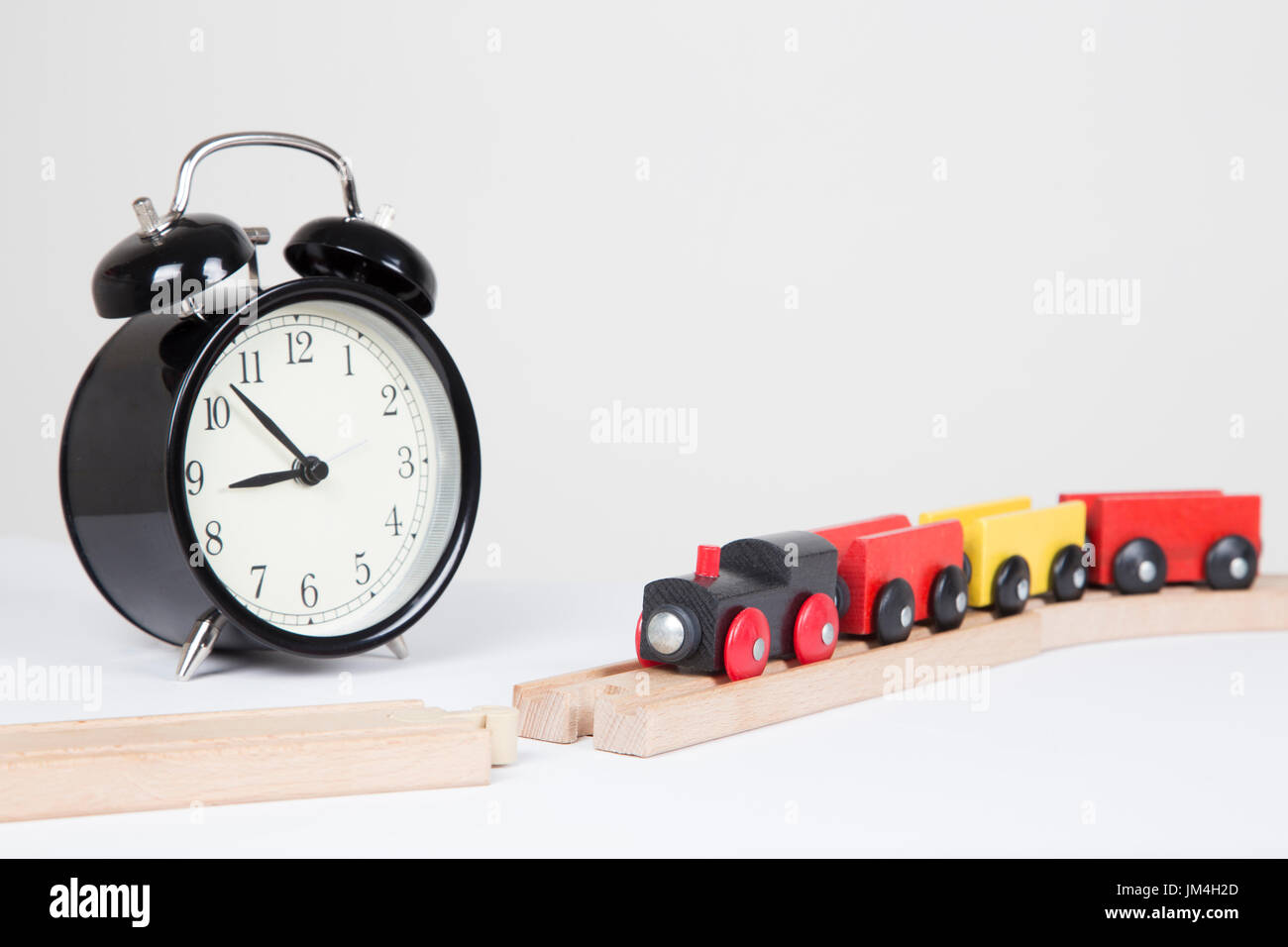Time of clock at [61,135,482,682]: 8:52
